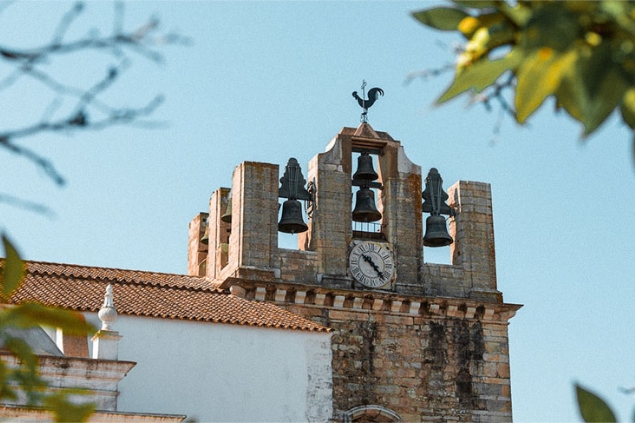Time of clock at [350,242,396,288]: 10:23
